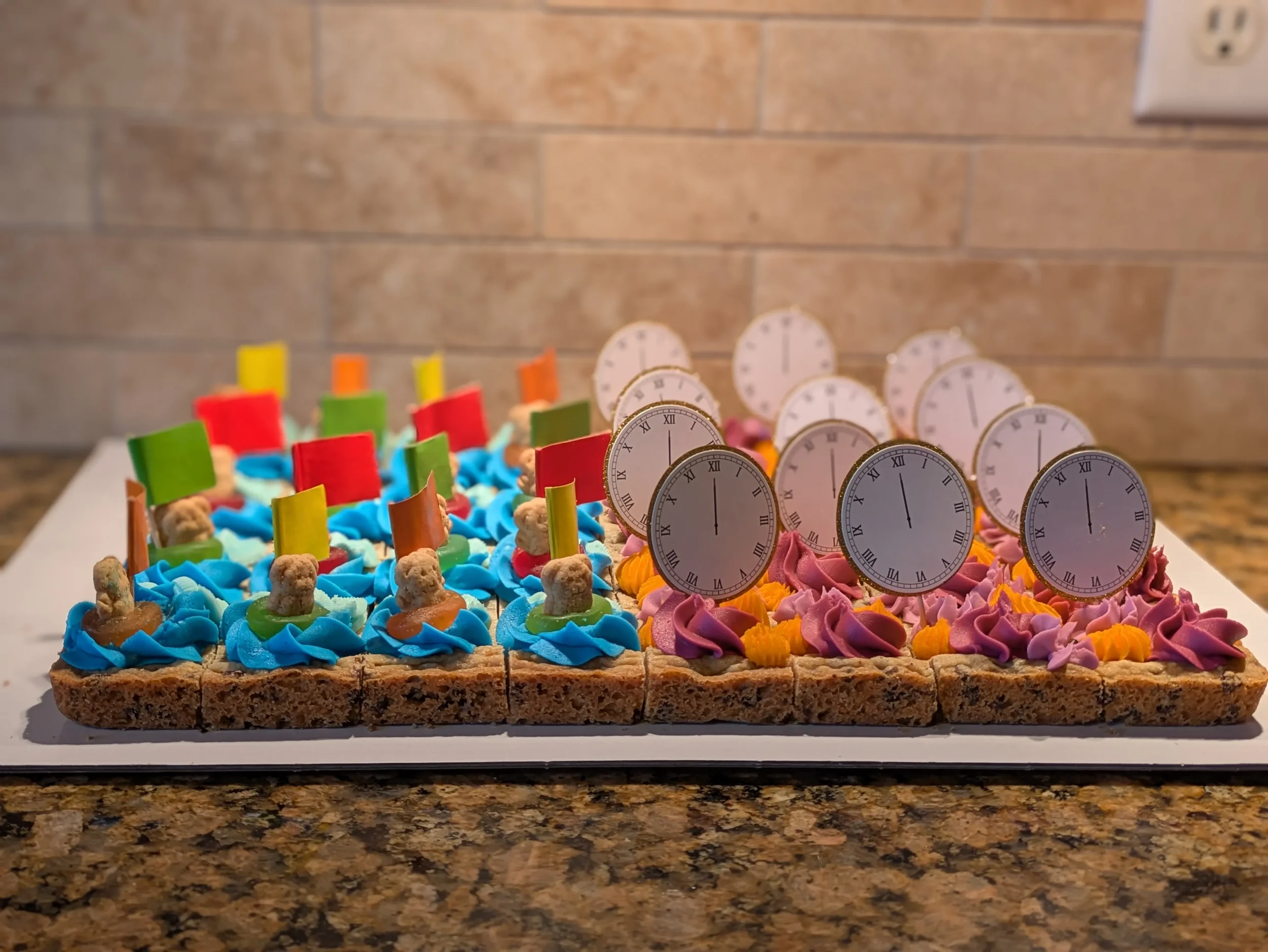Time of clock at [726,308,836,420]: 12:00
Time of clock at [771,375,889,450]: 12:00
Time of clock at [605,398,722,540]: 12:00
